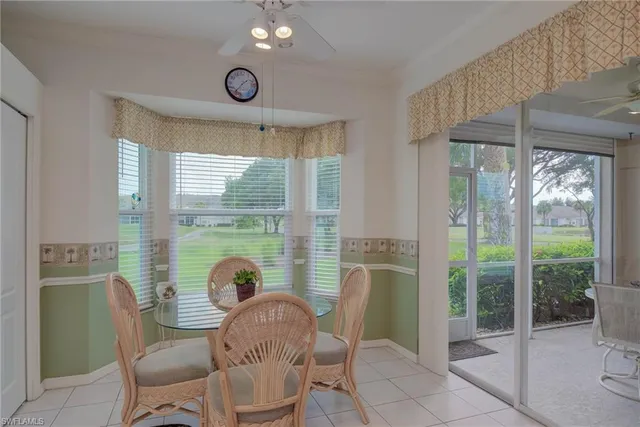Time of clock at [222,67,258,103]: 1:36
